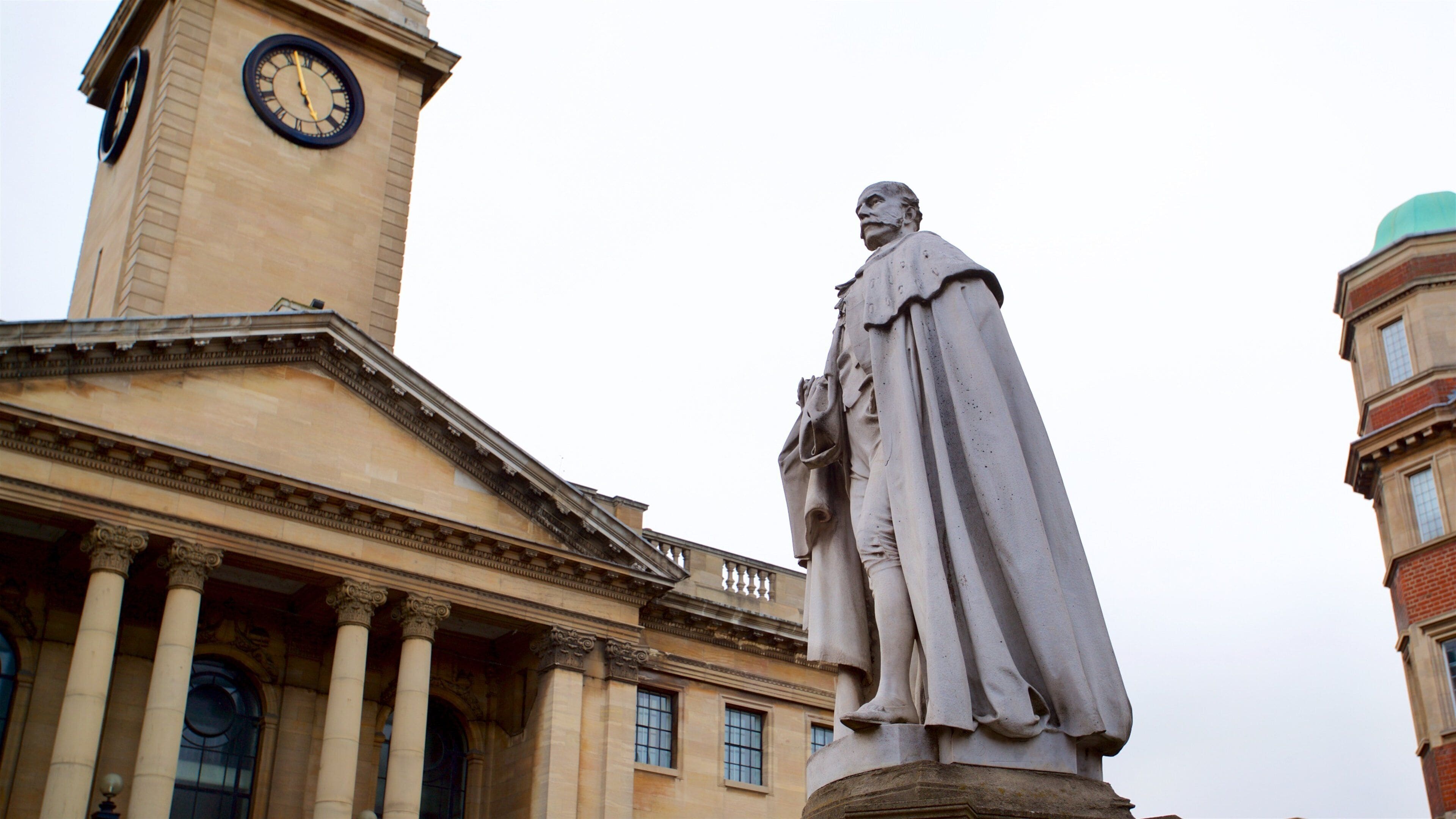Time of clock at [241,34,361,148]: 4:56
